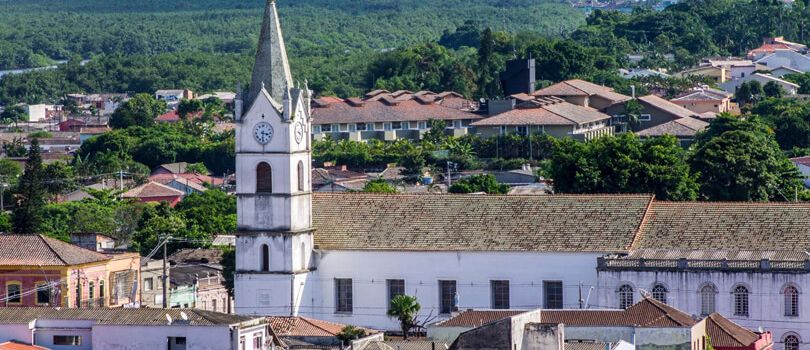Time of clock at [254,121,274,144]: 3:31
